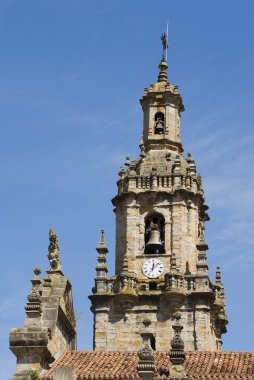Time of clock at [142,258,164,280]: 12:07
